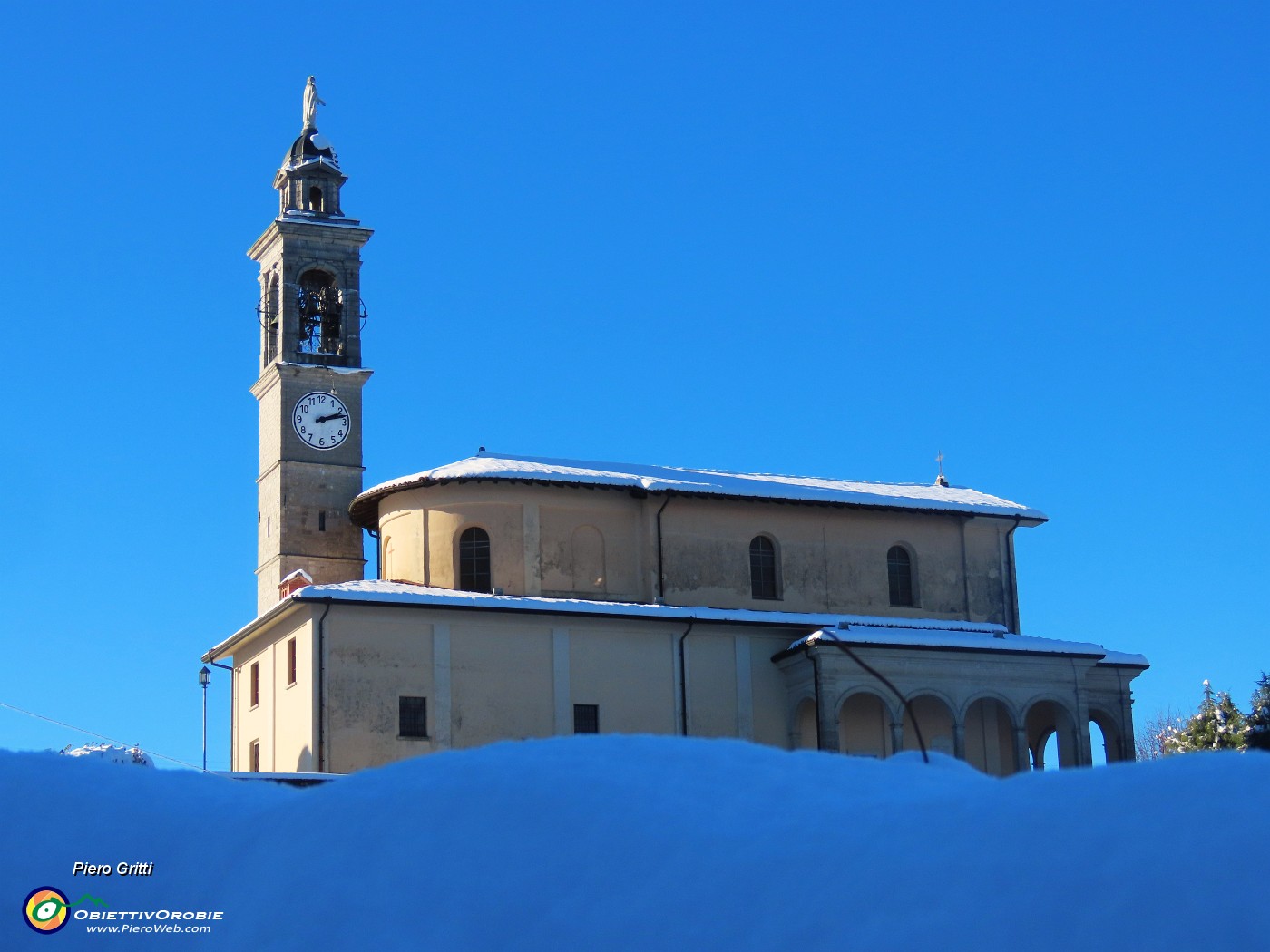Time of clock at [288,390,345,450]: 2:12
